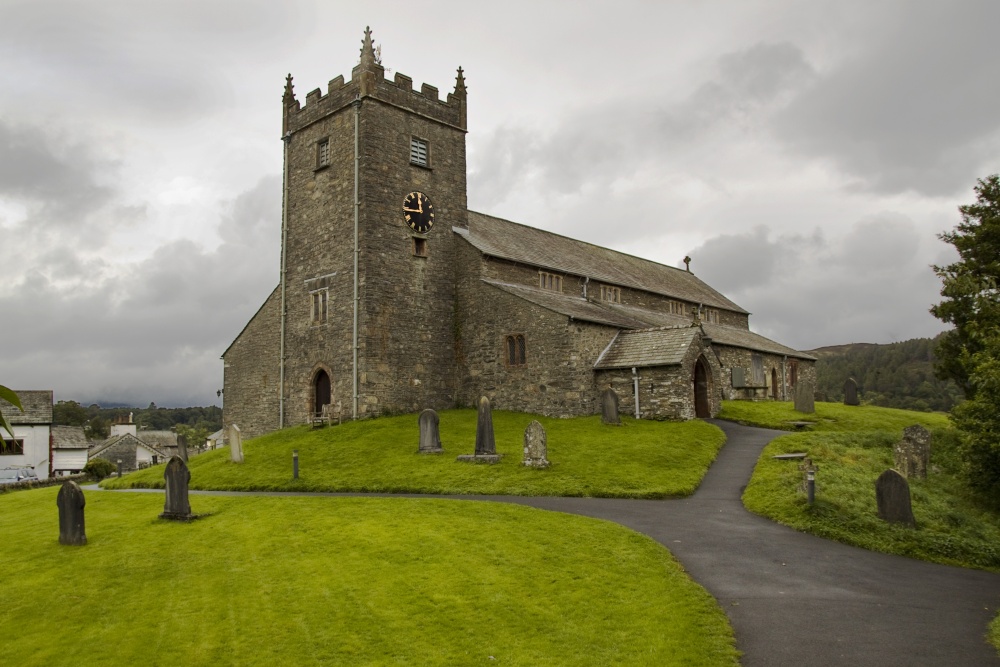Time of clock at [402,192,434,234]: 11:44
